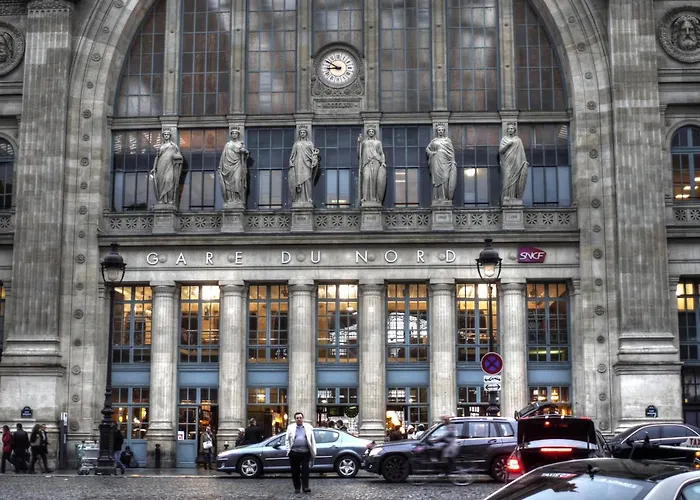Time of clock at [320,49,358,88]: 8:49
